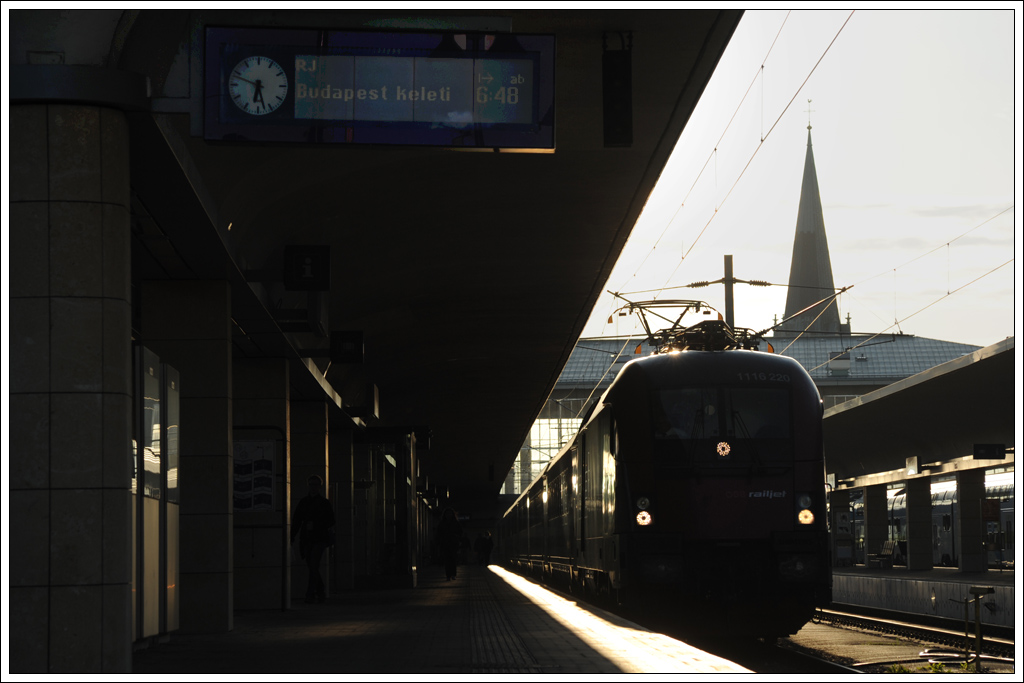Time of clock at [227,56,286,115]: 6:27
